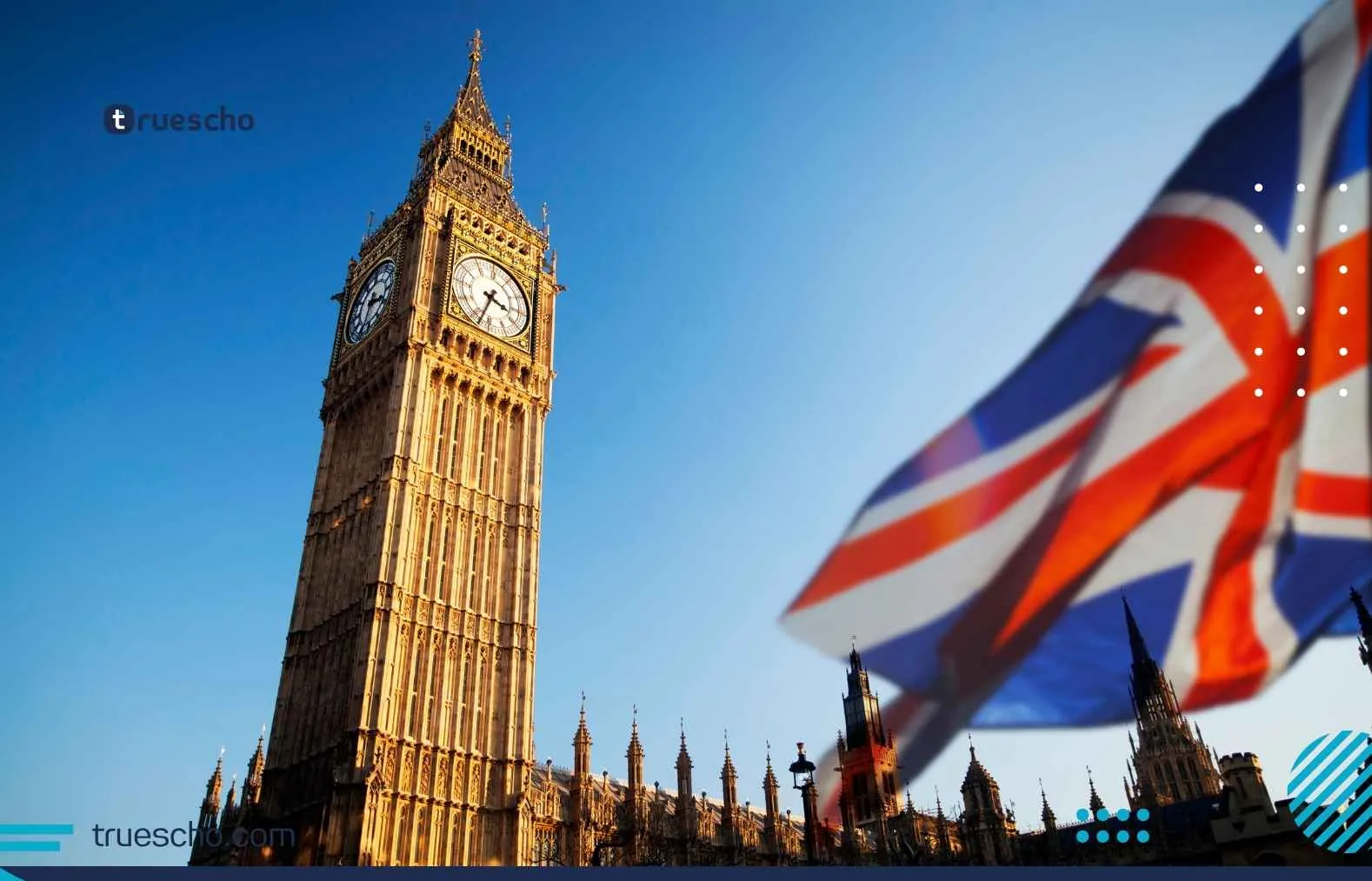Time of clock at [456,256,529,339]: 3:33
